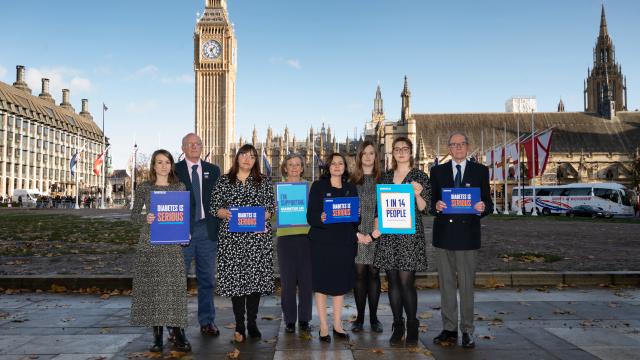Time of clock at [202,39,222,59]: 1:26
